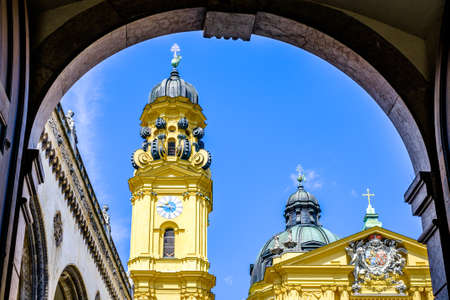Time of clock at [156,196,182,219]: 4:46
